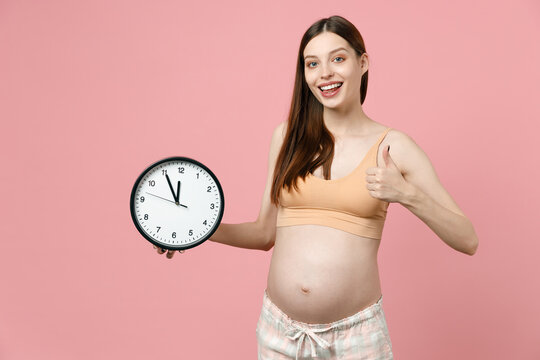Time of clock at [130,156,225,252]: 11:55
